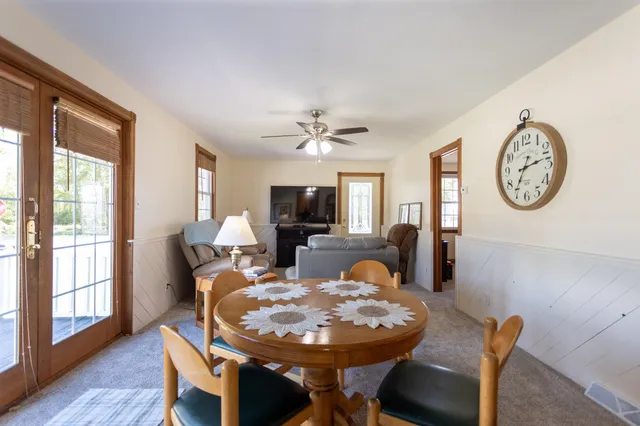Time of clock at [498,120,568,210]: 7:13
